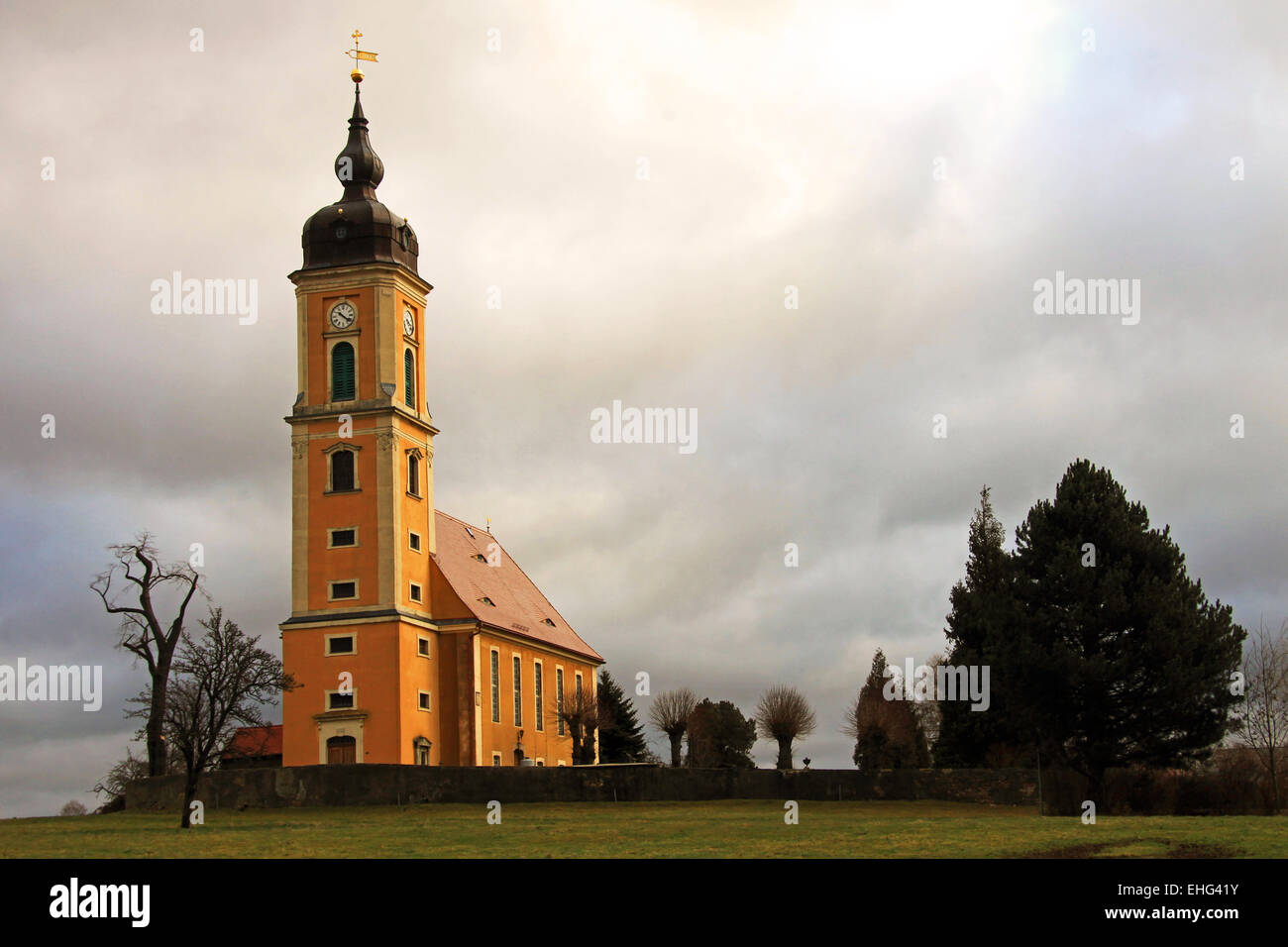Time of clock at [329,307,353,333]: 10:21
